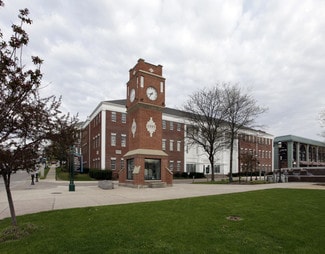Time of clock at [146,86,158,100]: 8:37
